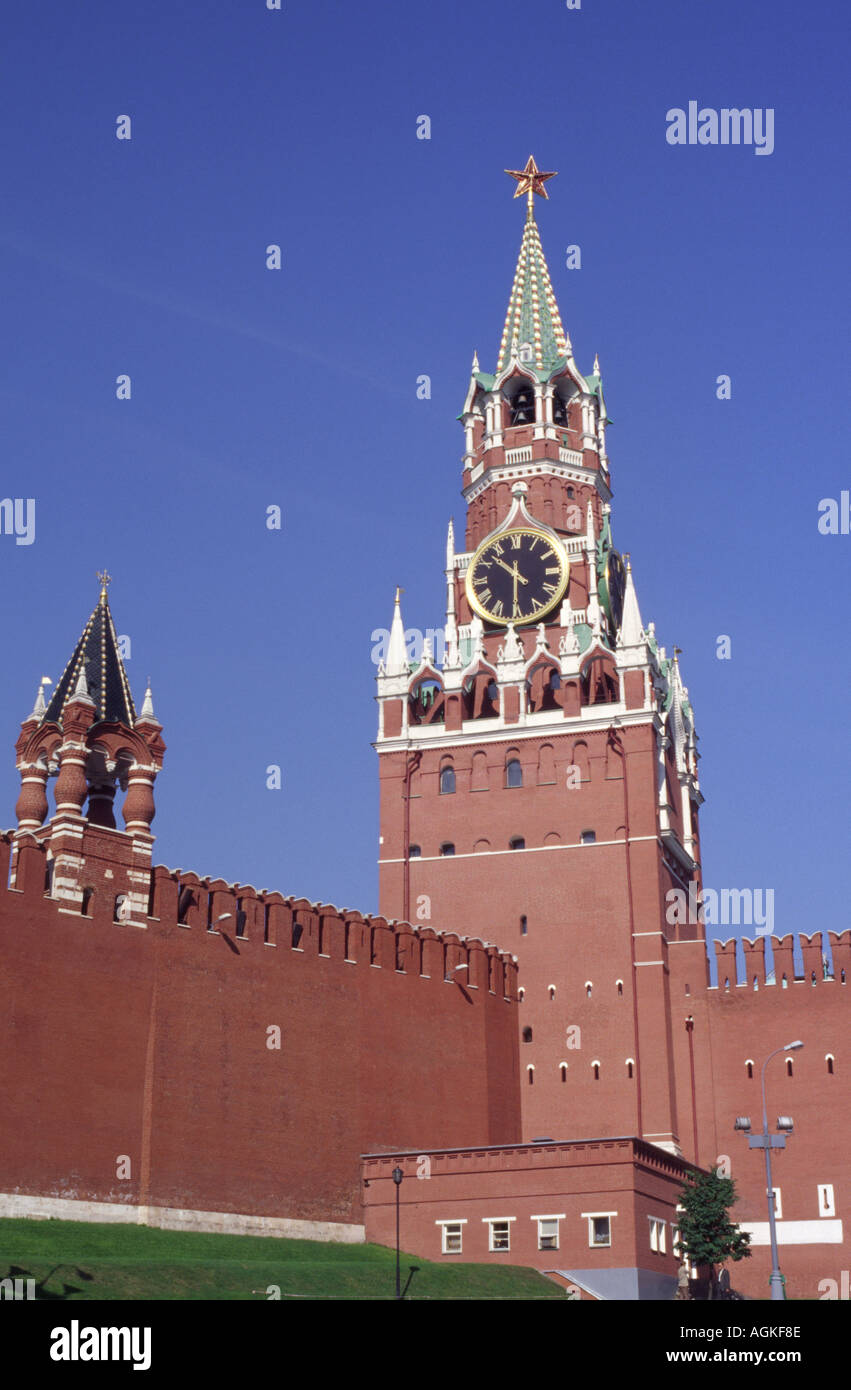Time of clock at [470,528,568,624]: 10:30
